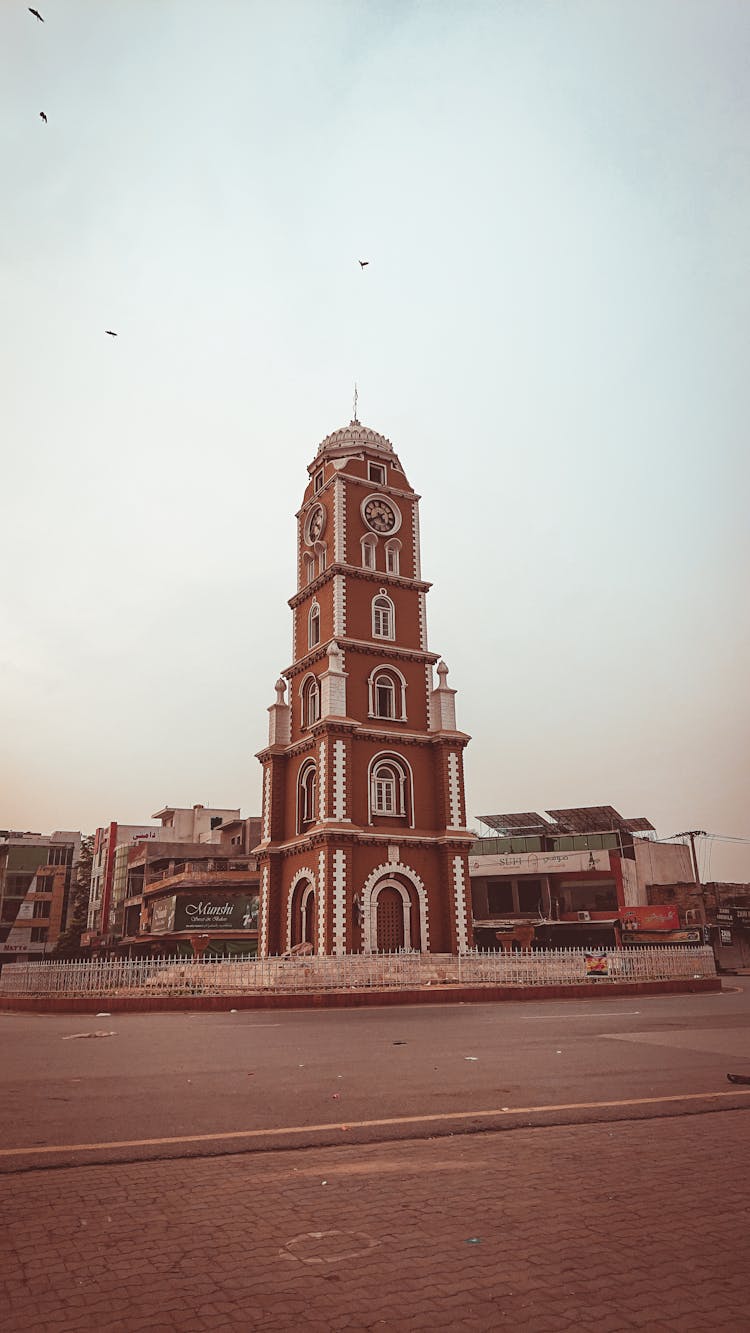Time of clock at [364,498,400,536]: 4:39
